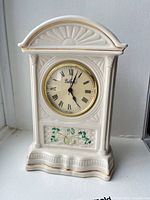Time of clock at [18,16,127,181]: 5:03
